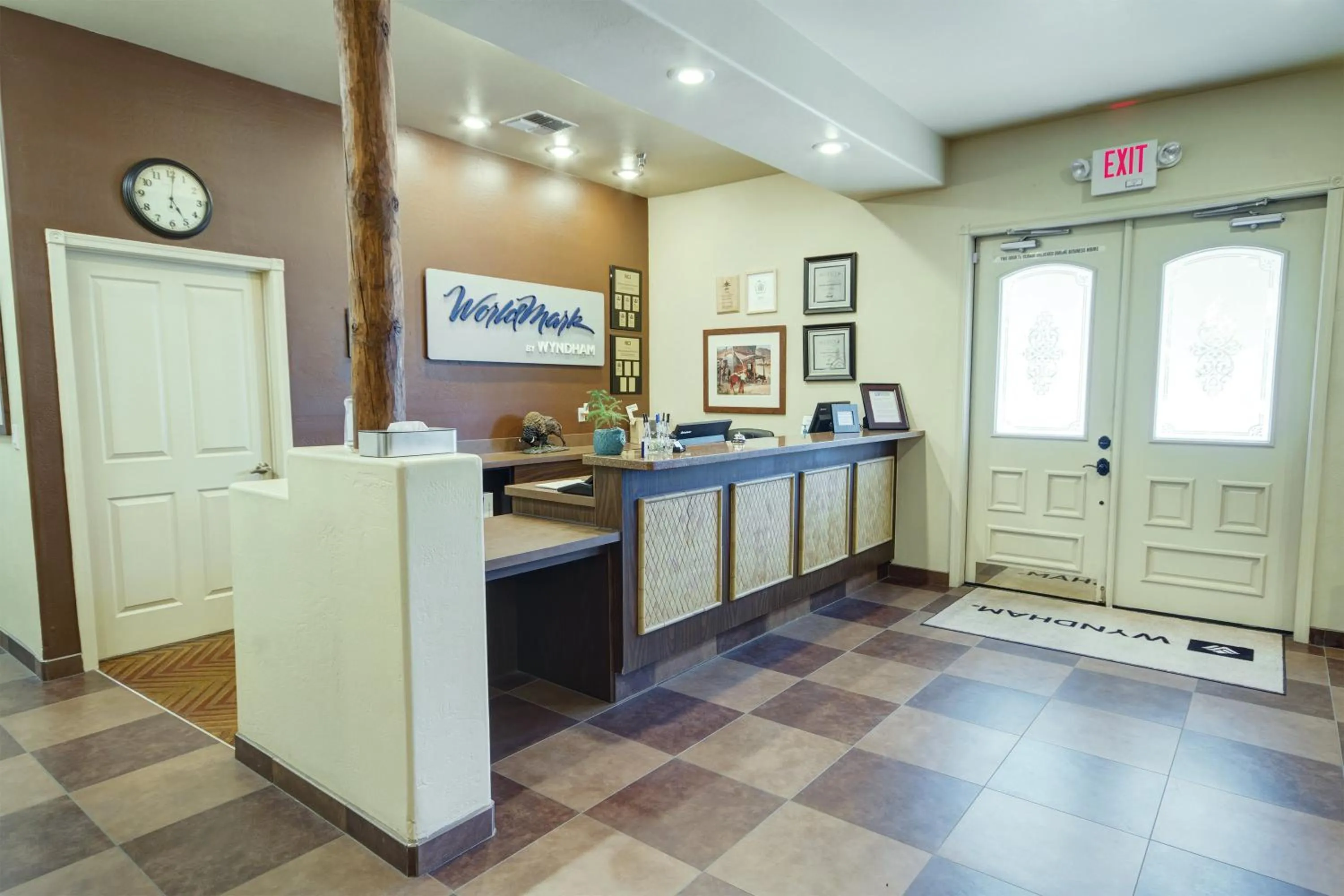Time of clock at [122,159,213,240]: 5:01
